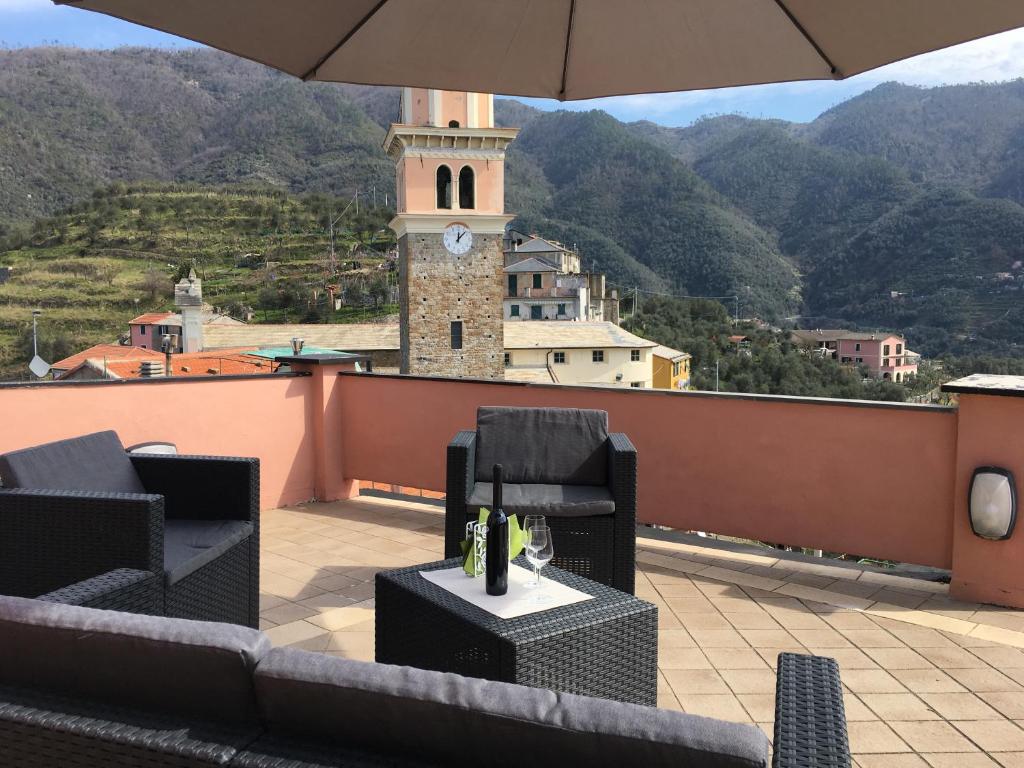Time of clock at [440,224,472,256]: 12:07
